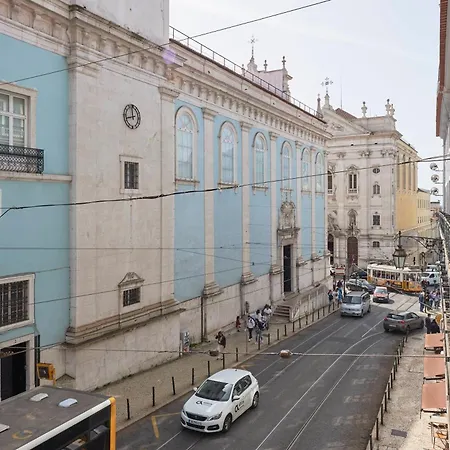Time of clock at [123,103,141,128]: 11:42
